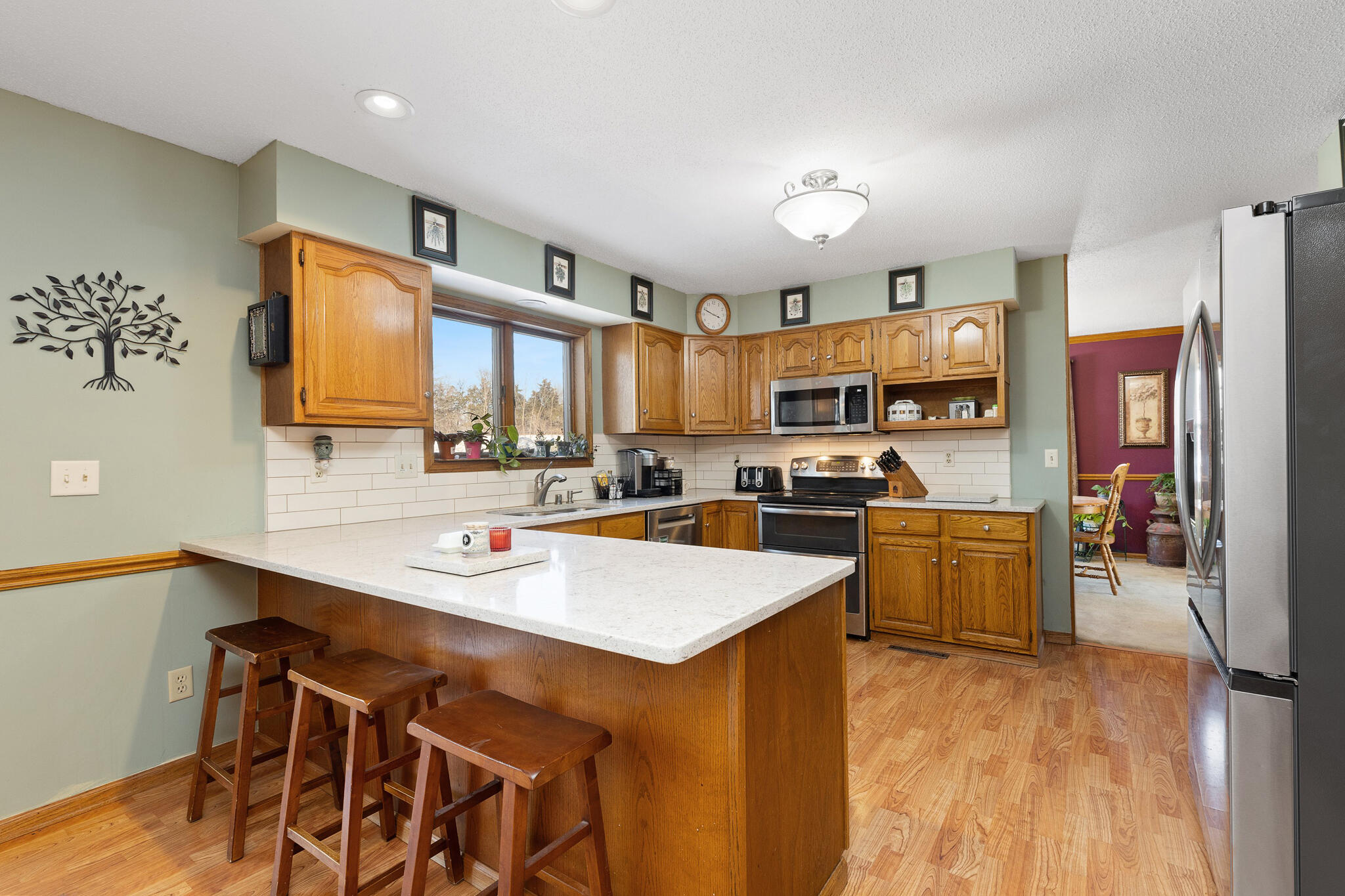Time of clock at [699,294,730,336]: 3:48
